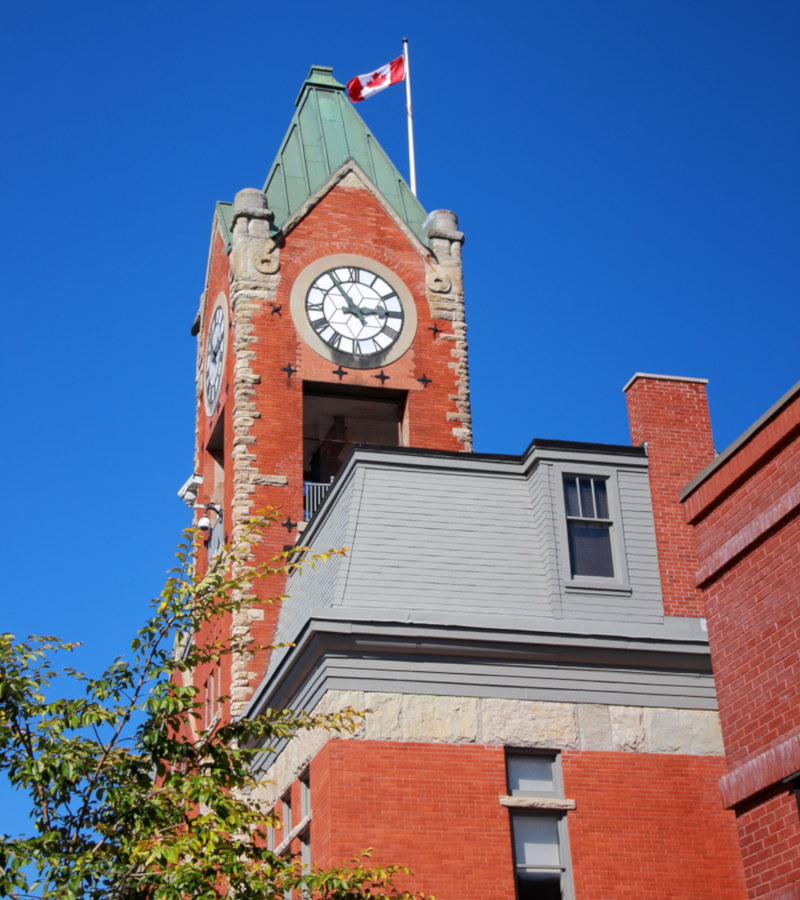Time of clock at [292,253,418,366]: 2:54
